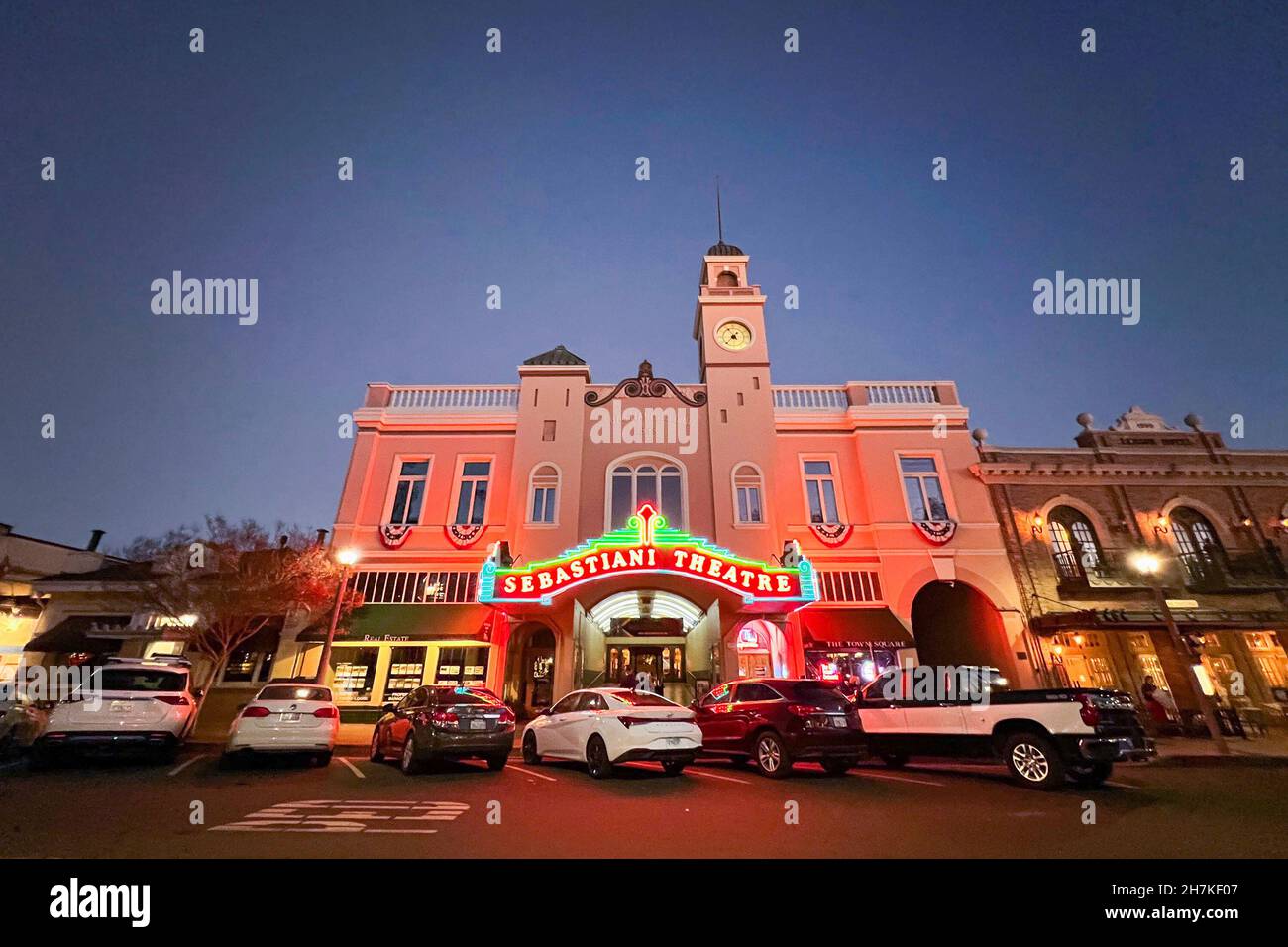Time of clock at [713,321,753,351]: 4:36
